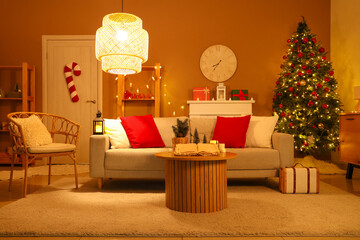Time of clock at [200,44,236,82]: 7:35
